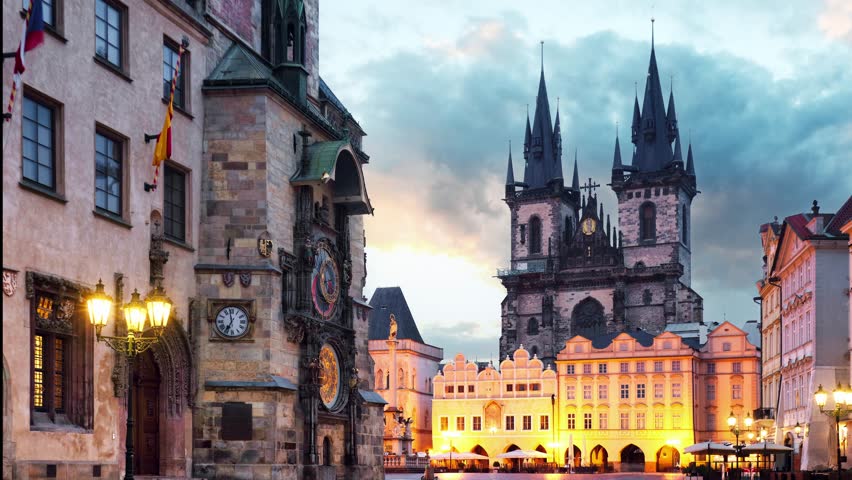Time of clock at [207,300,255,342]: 6:58
